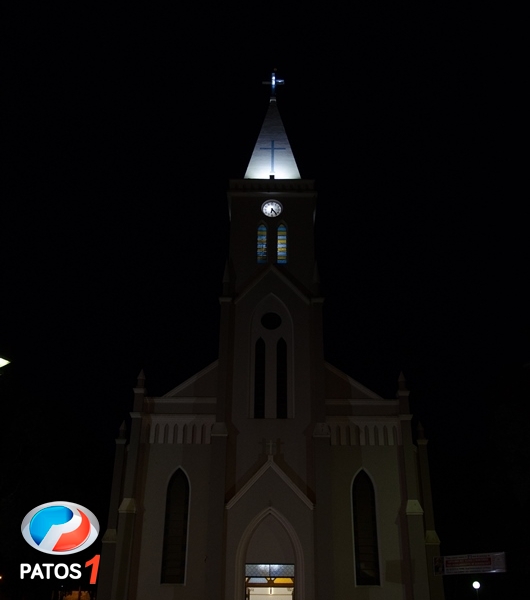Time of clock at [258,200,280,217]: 6:23
